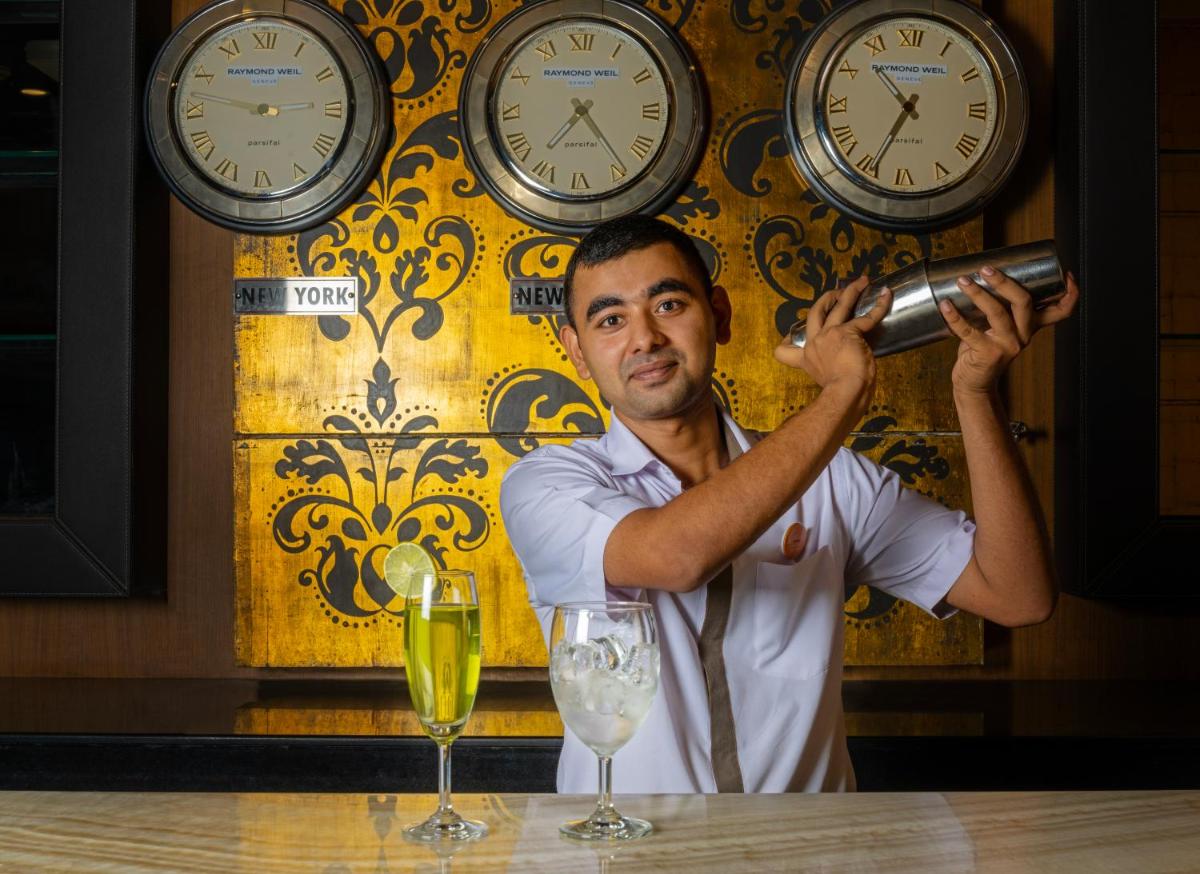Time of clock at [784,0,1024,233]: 10:34
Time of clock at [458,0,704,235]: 7:23
